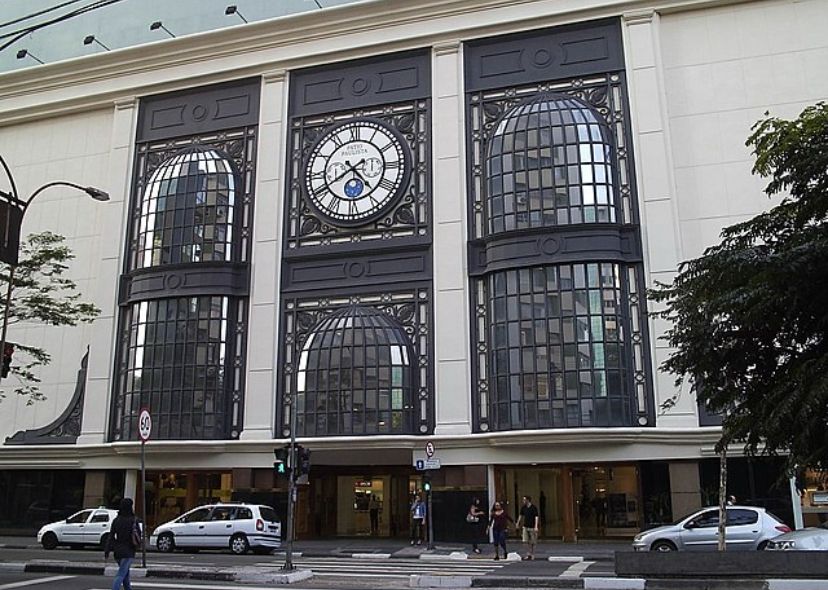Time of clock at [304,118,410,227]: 4:40
